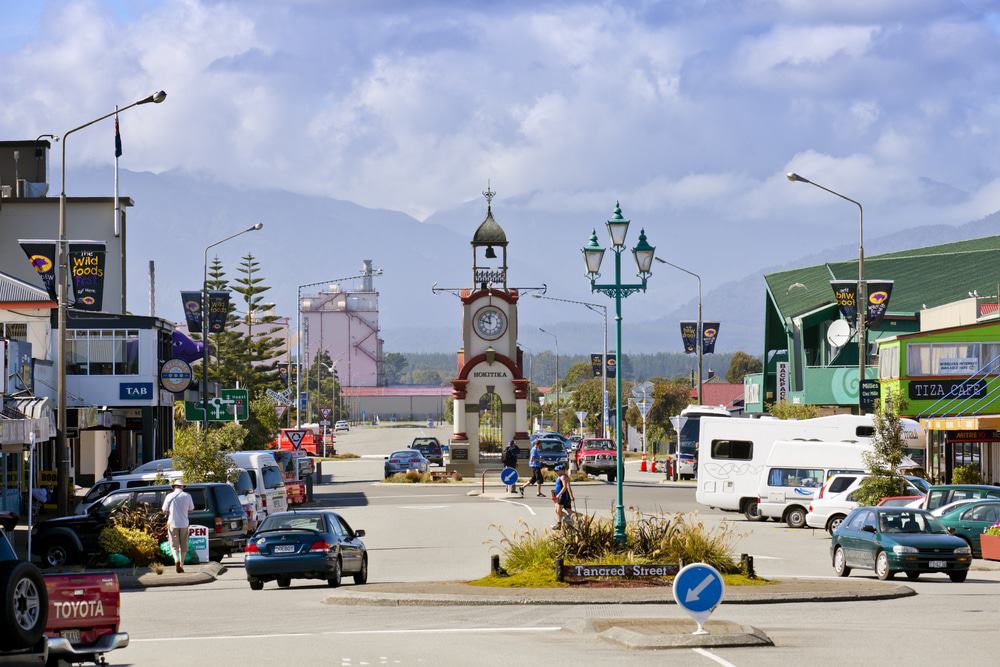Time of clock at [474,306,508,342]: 11:47
